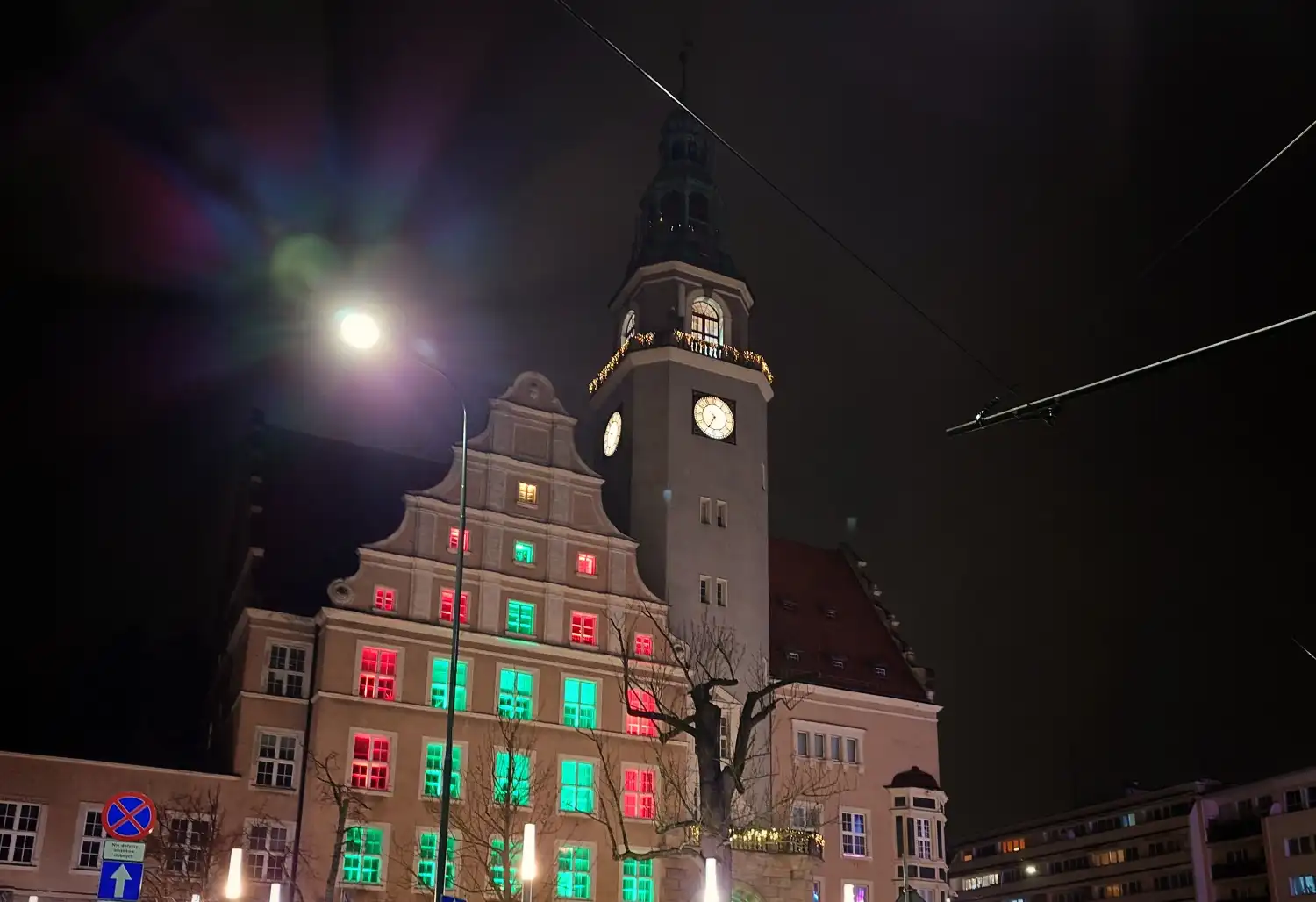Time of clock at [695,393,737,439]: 10:34
